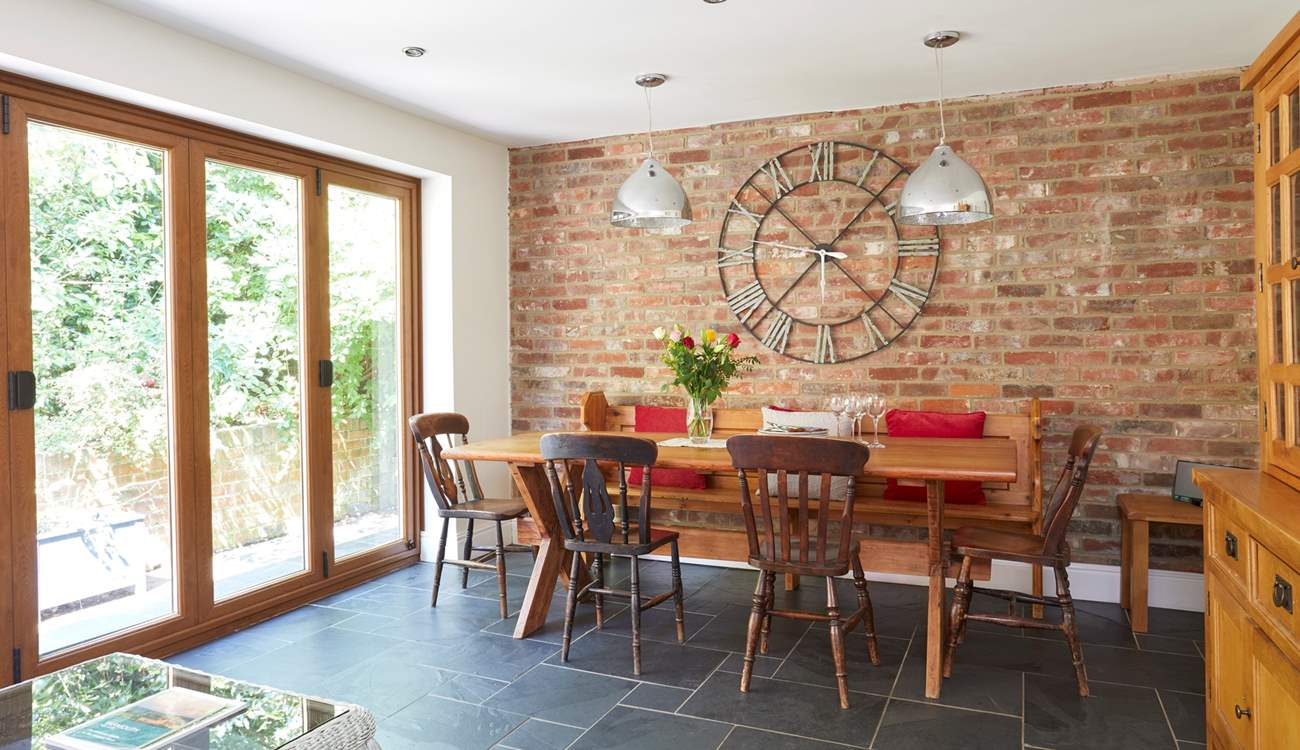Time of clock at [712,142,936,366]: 1:37
